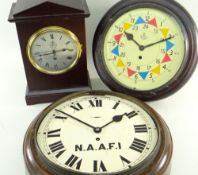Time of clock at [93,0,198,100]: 10:10
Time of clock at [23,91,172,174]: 1:51
